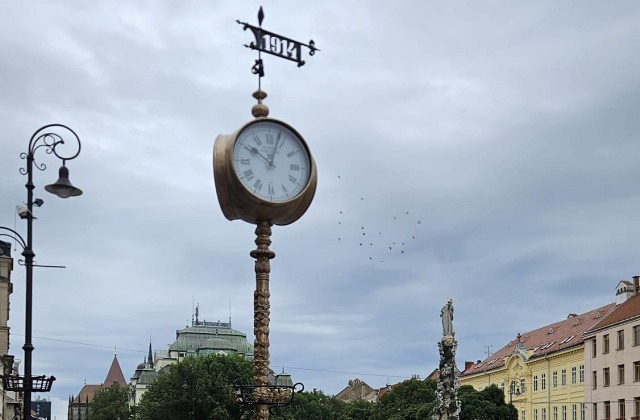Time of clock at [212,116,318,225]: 10:03
